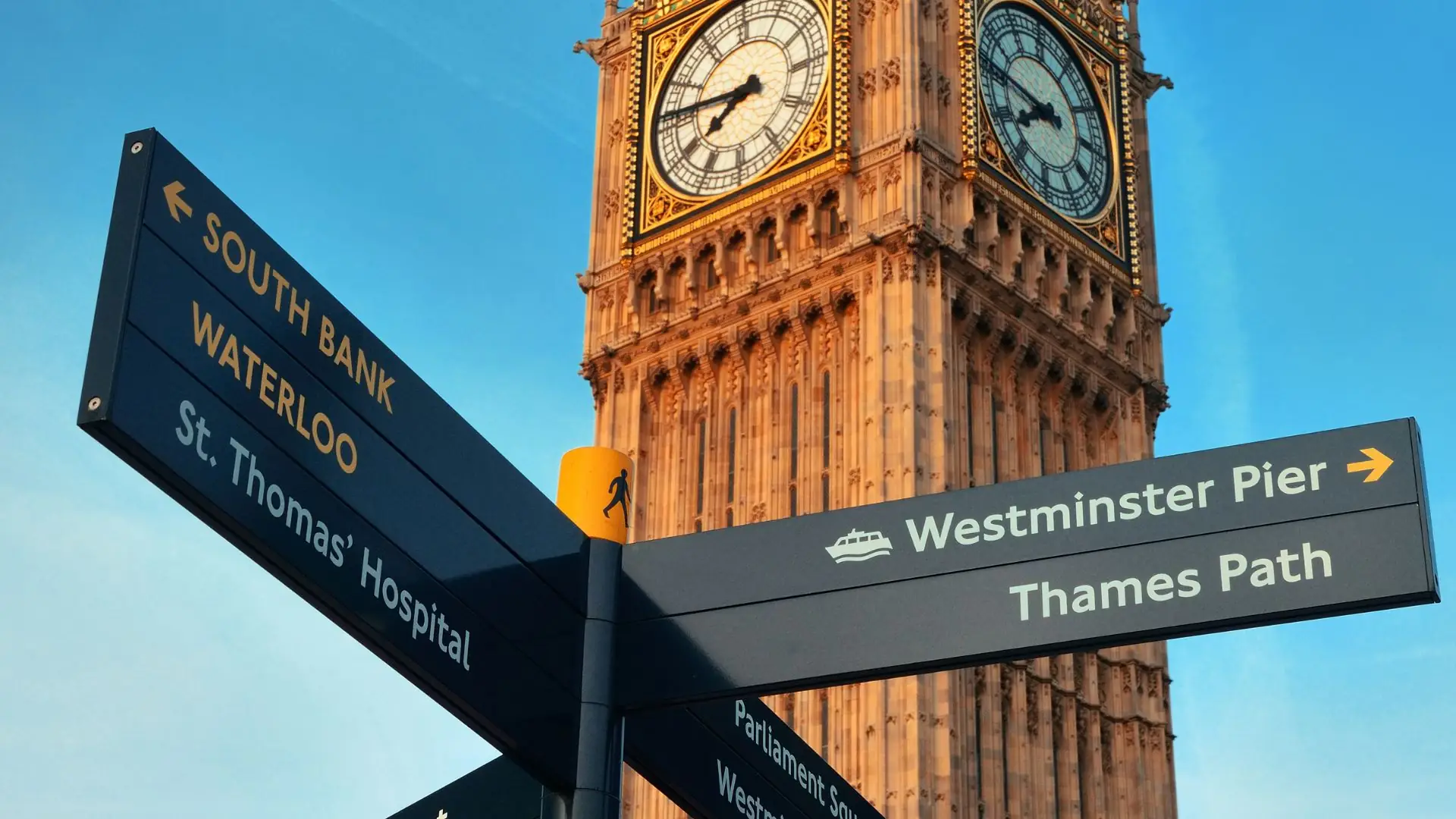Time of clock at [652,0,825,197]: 7:46
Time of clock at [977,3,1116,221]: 7:46
